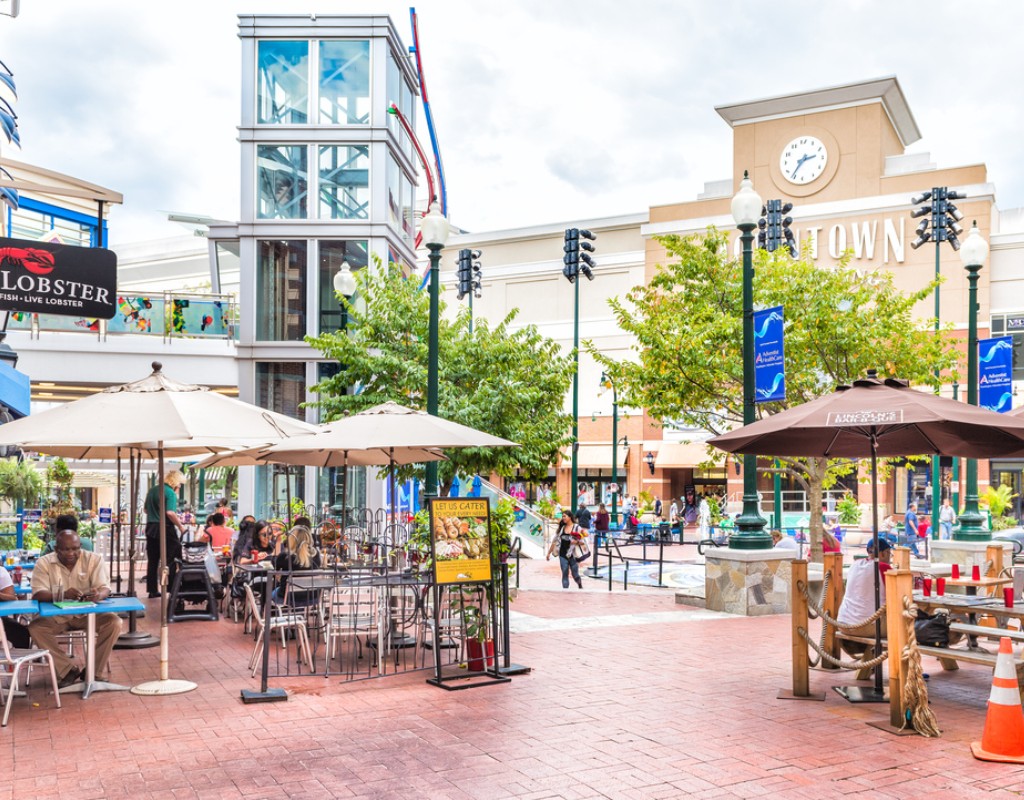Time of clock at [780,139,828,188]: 2:36
